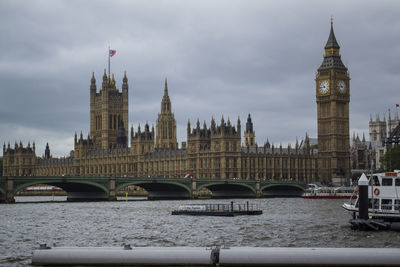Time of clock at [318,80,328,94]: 10:45
